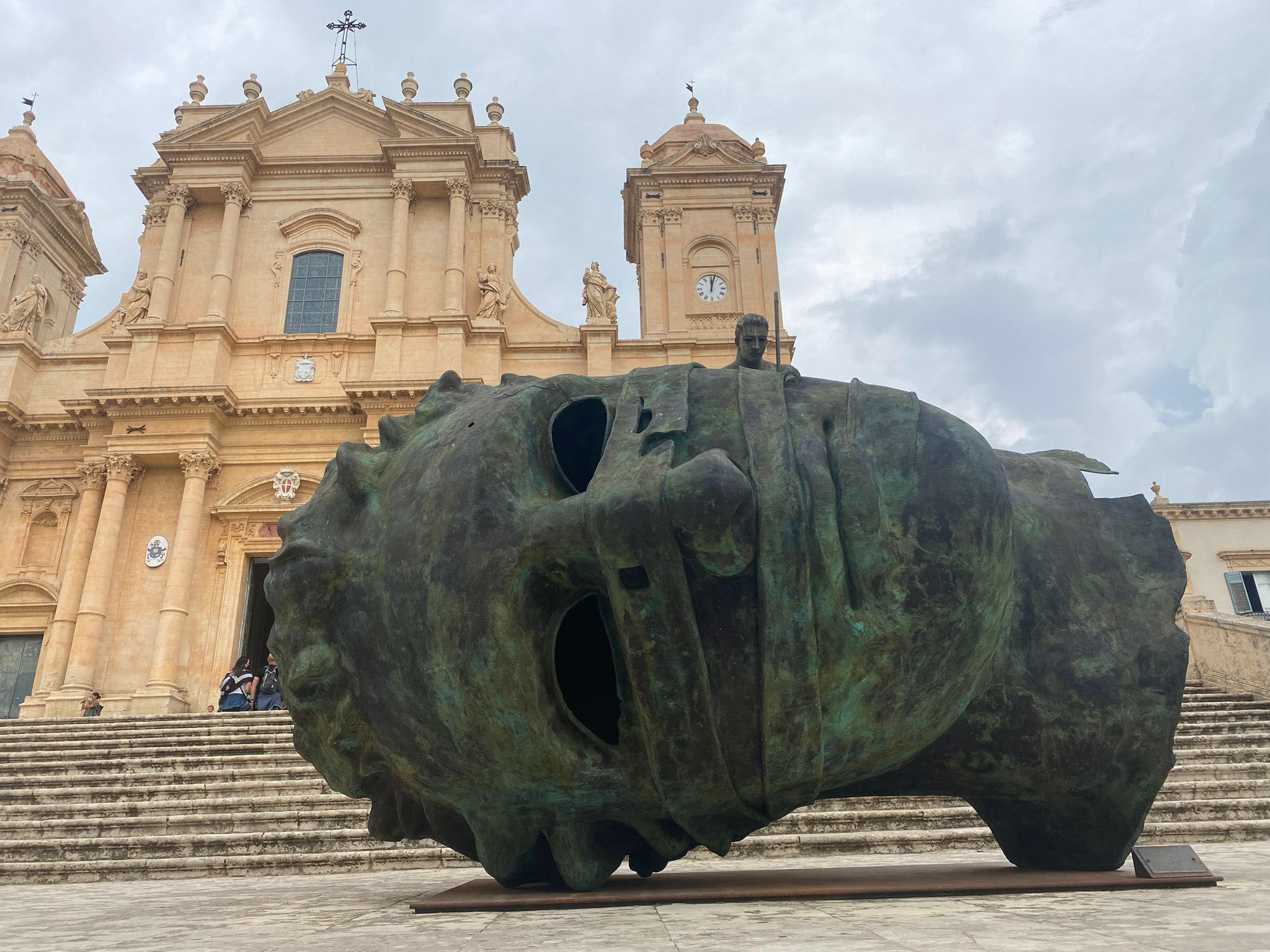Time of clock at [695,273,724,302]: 12:02
